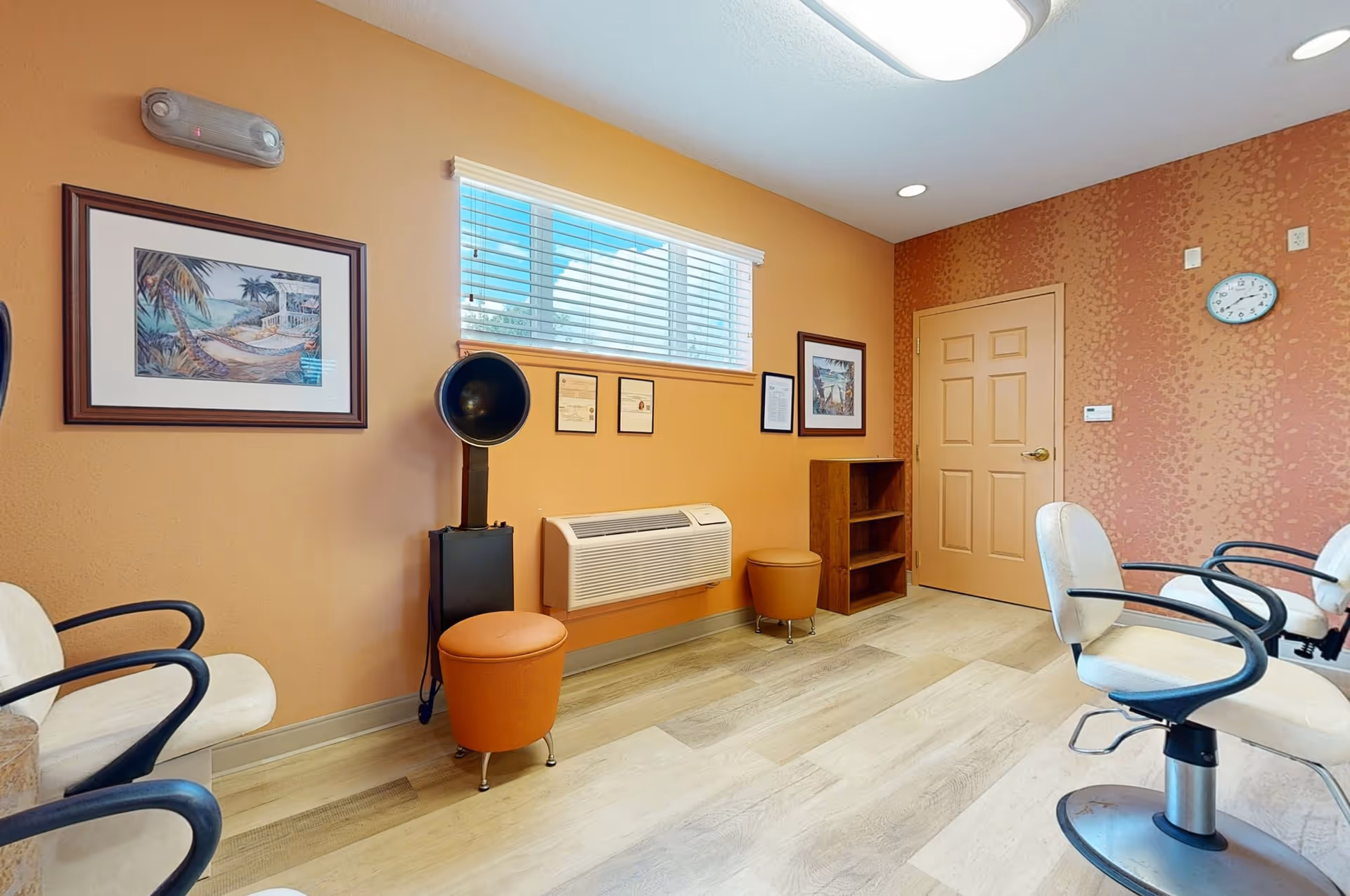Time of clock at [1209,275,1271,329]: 2:39
